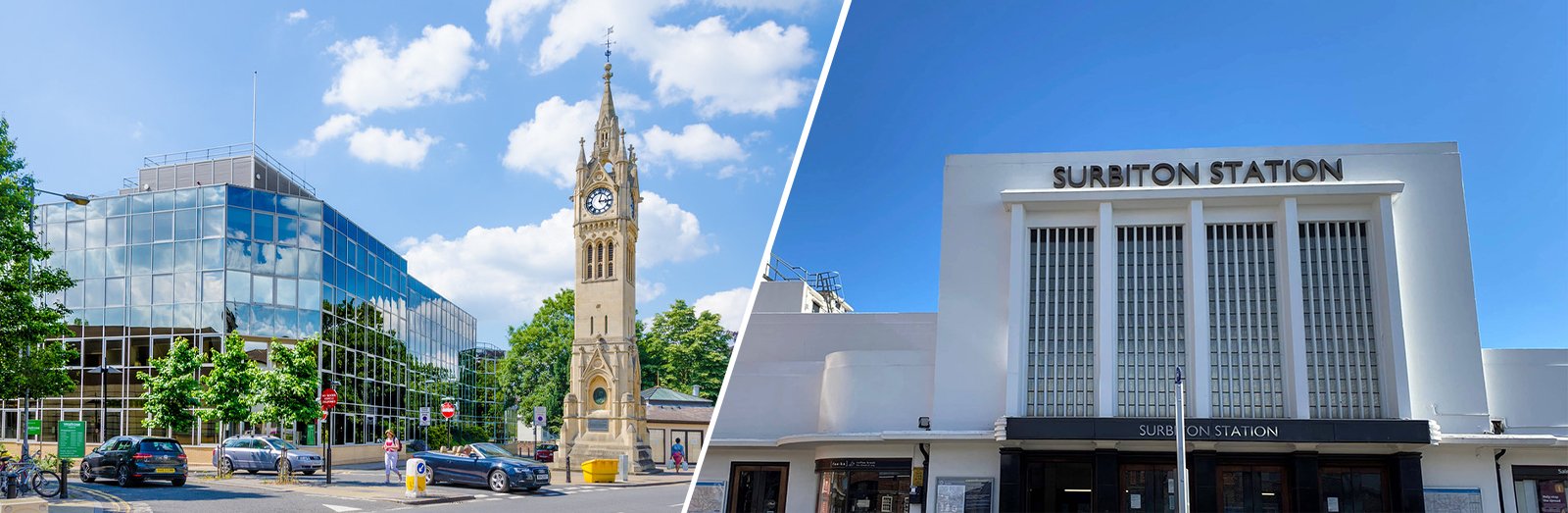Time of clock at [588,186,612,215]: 3:02
